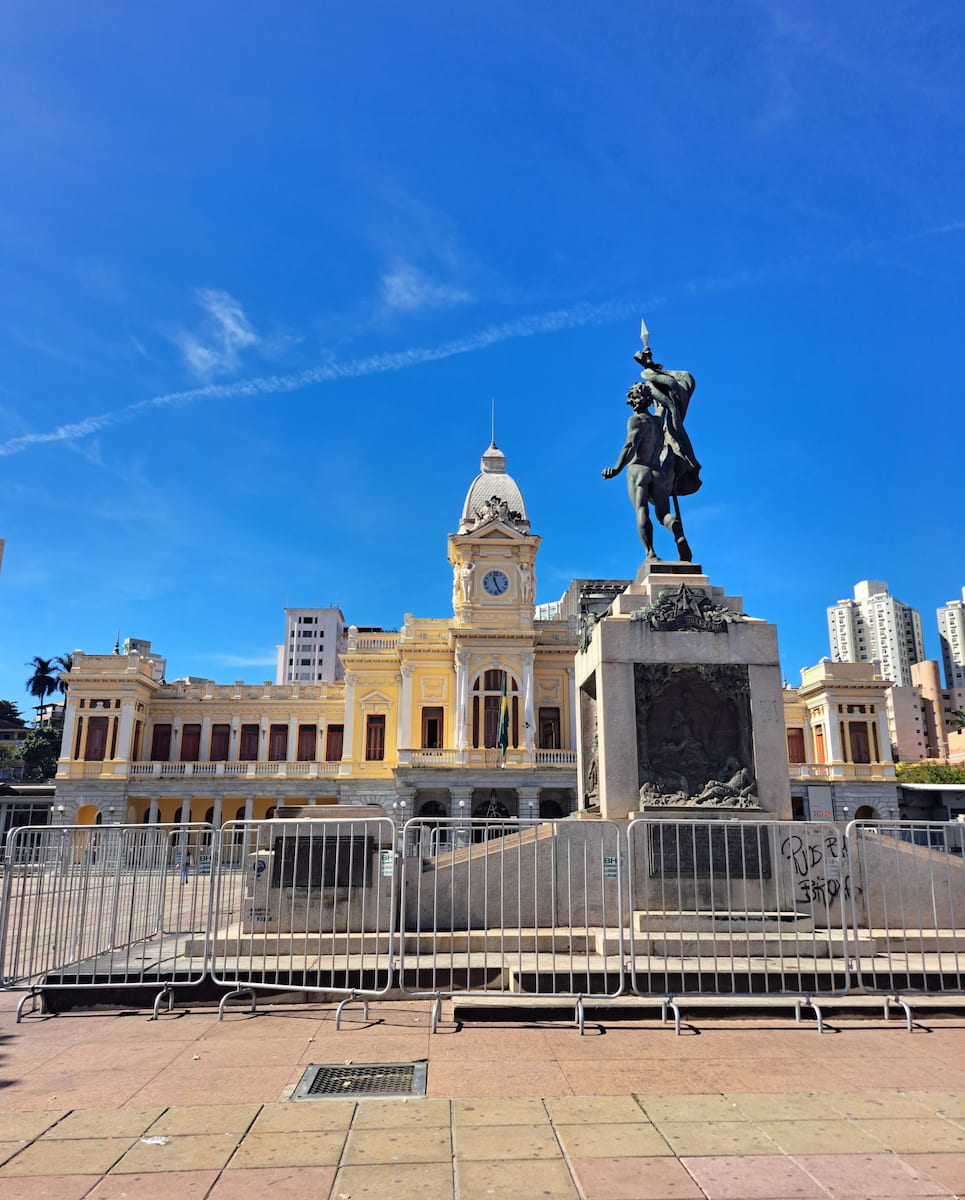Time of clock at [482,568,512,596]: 11:25
